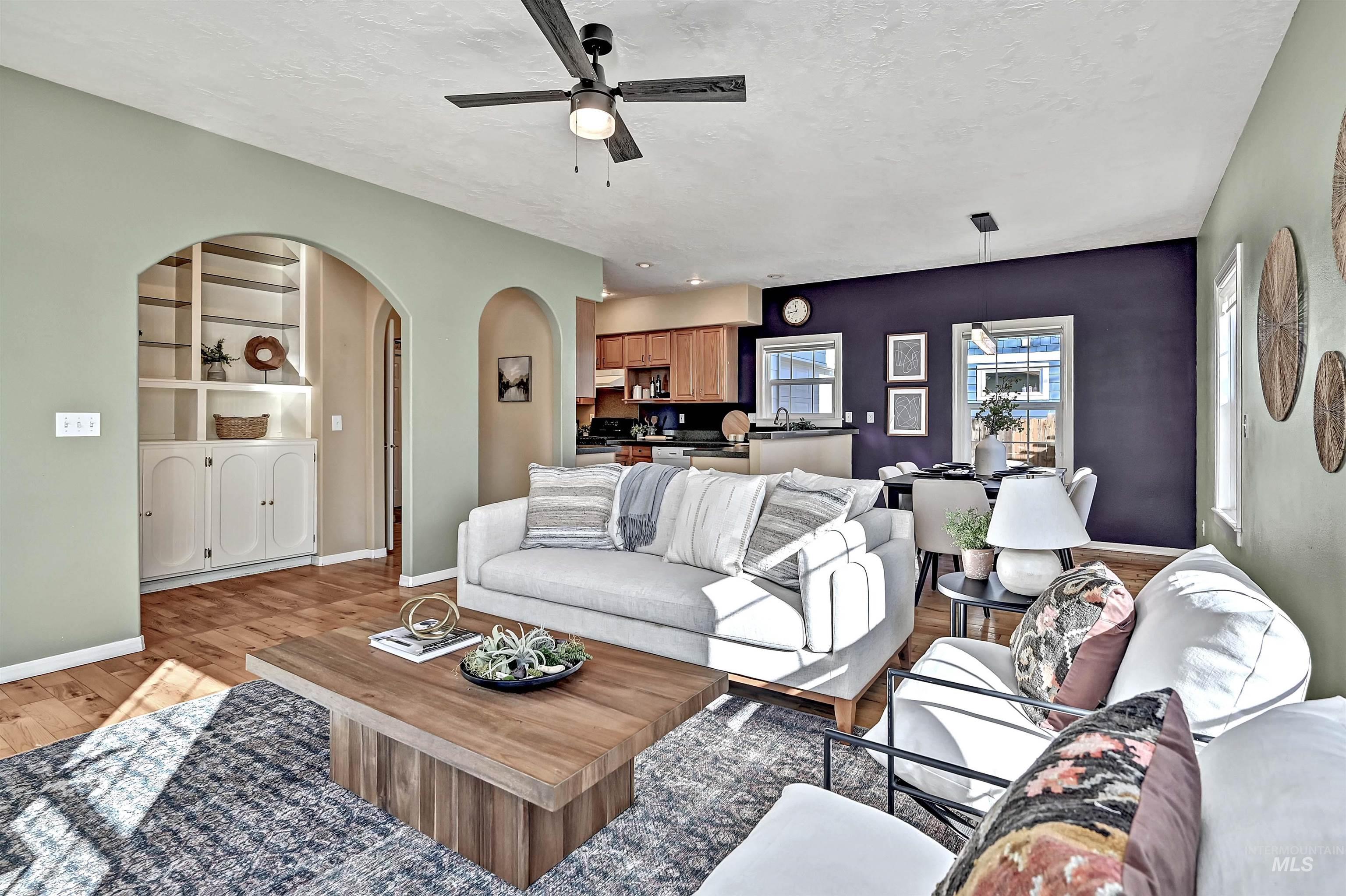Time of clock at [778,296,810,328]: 11:43
